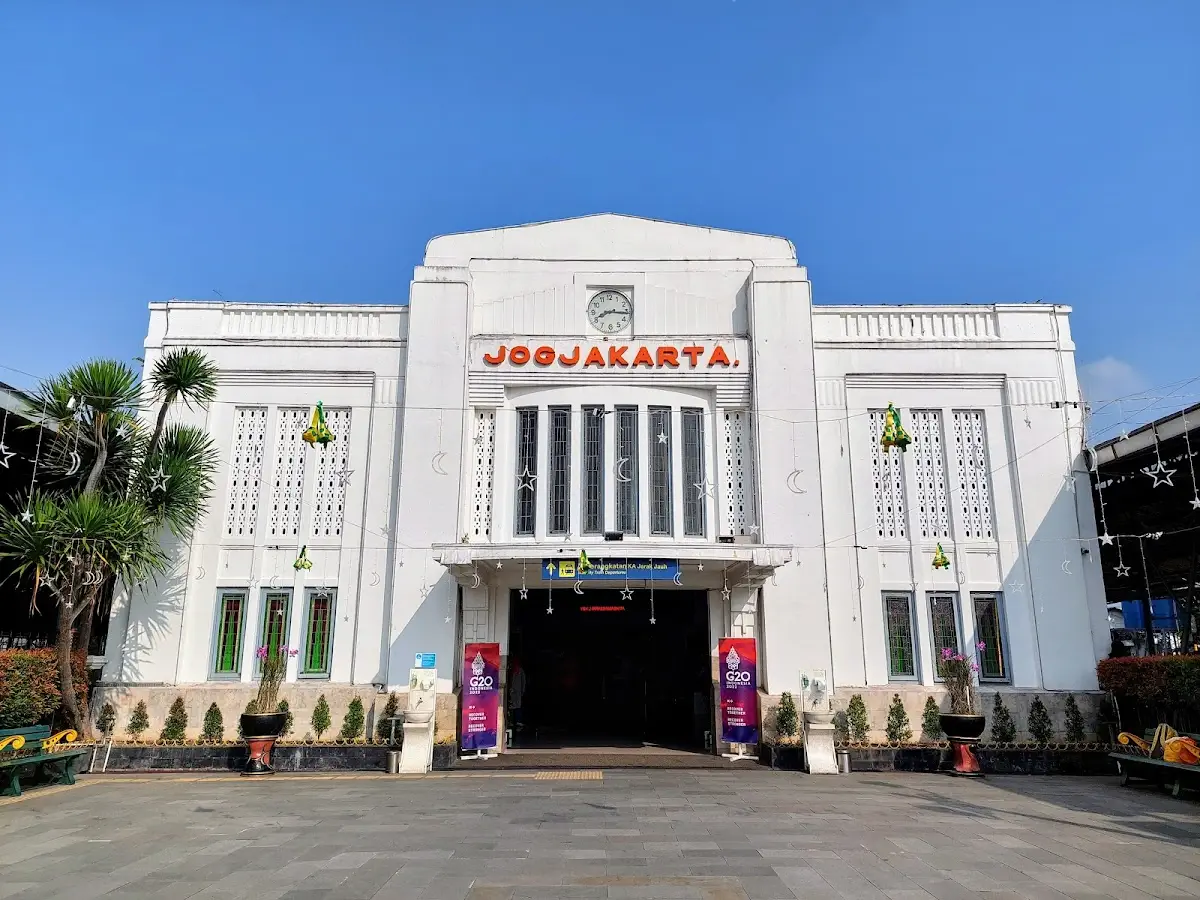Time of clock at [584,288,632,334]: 8:16
